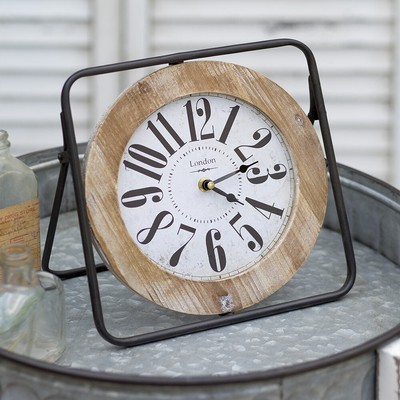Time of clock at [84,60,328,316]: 2:20
